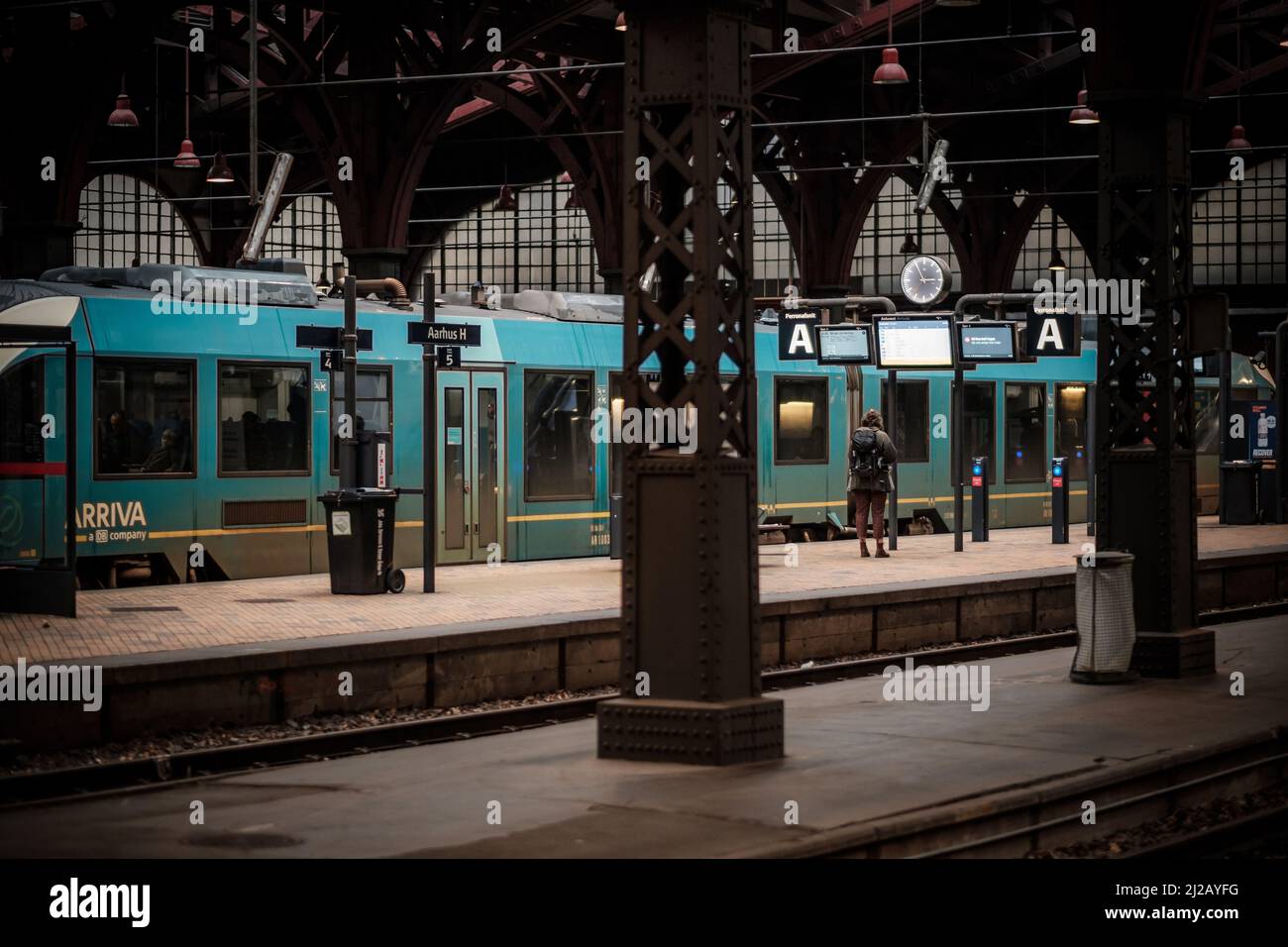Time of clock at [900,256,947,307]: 2:55
